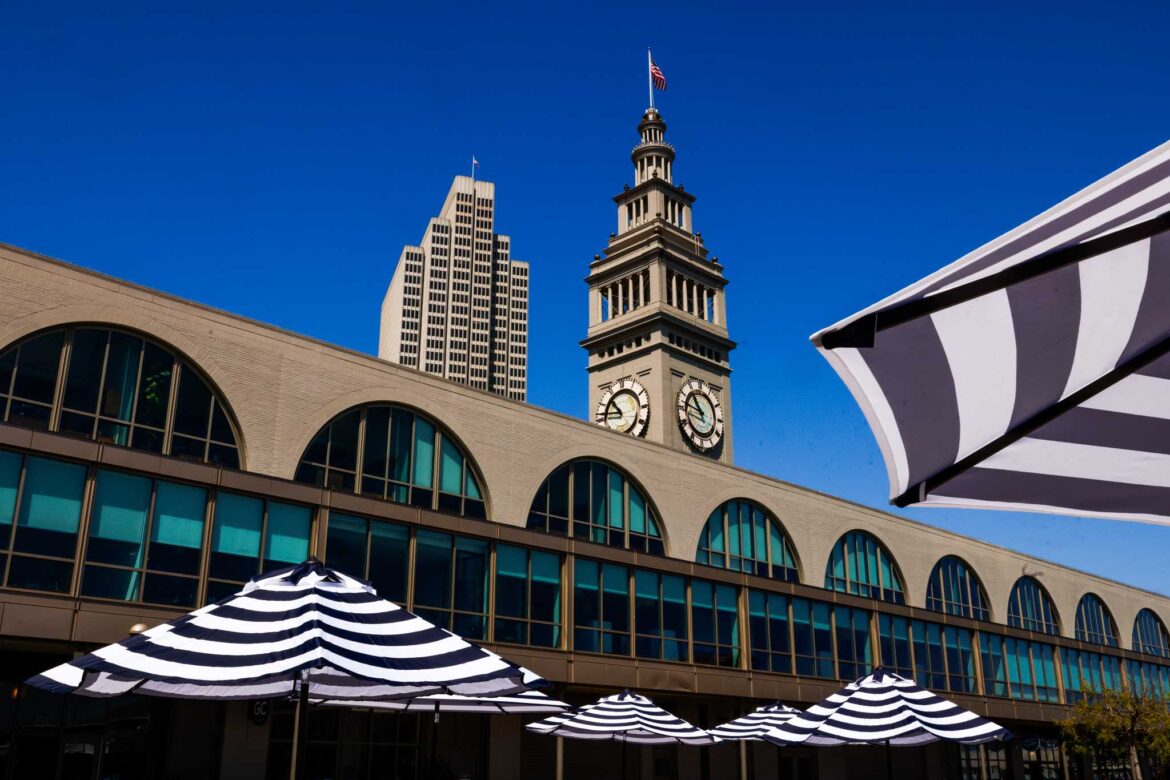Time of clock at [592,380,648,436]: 10:45
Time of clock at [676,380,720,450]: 10:47
